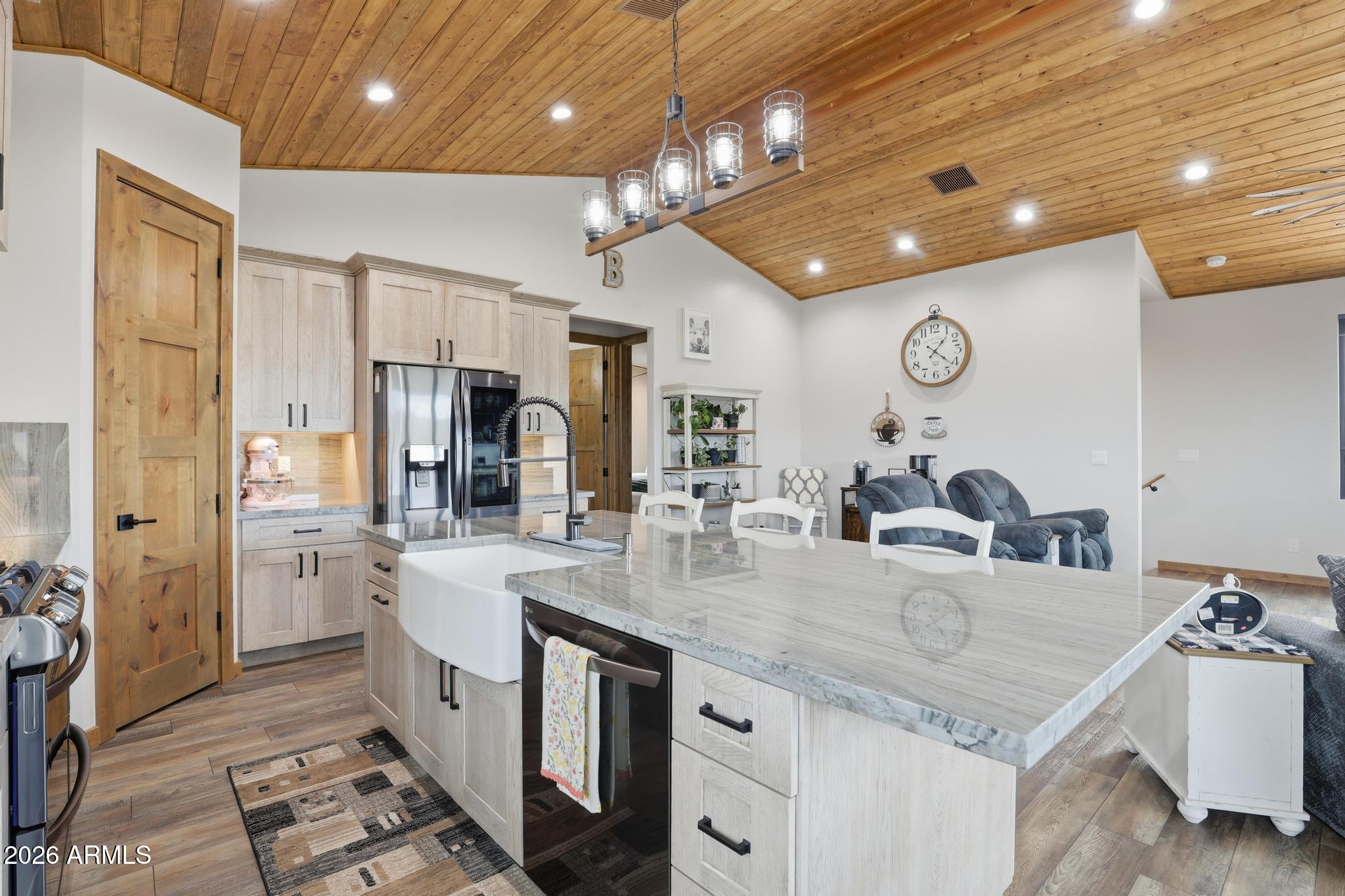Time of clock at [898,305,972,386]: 1:21
